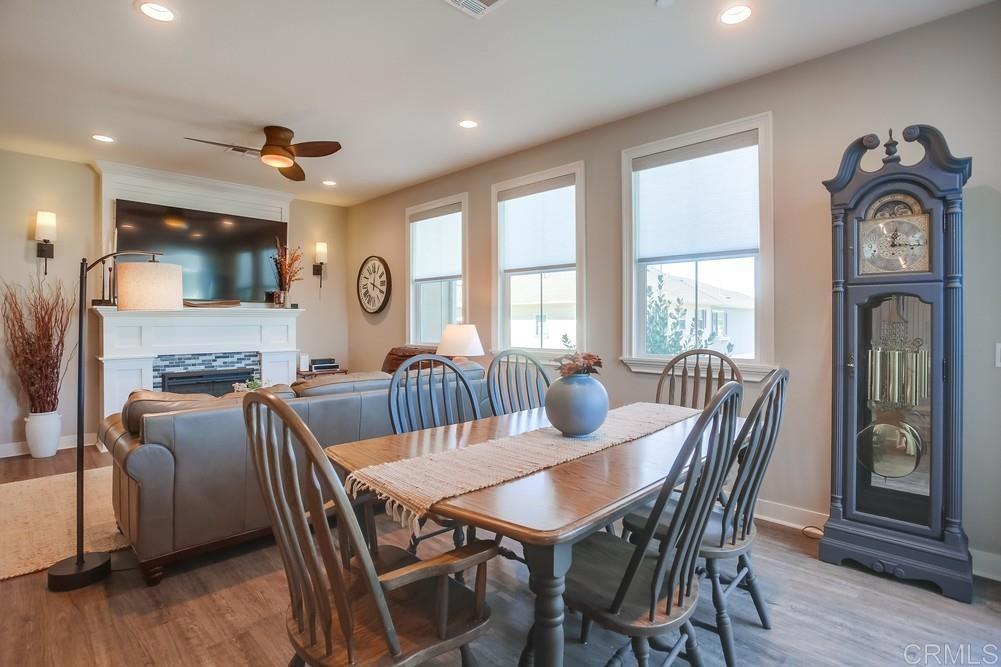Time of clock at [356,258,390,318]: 12:19
